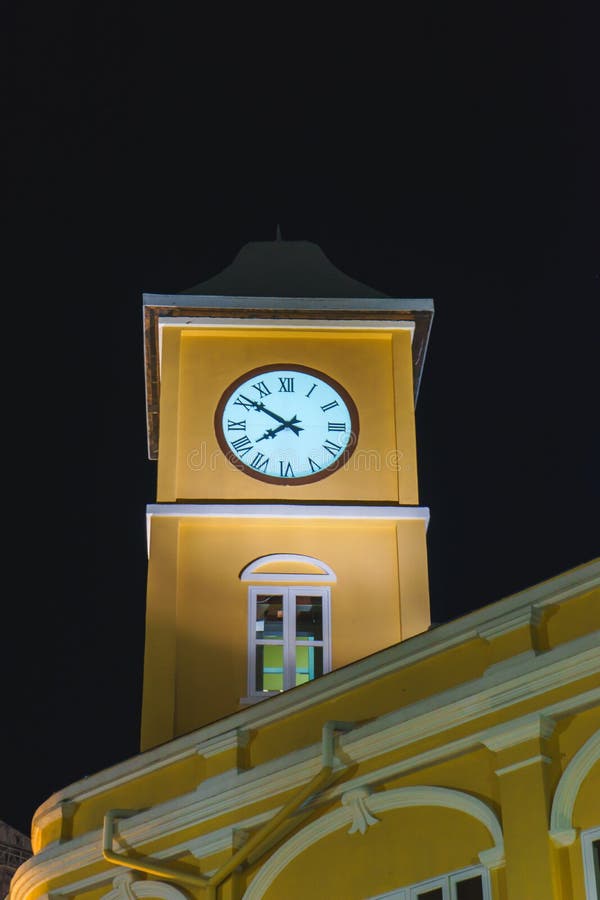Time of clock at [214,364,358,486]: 7:50
